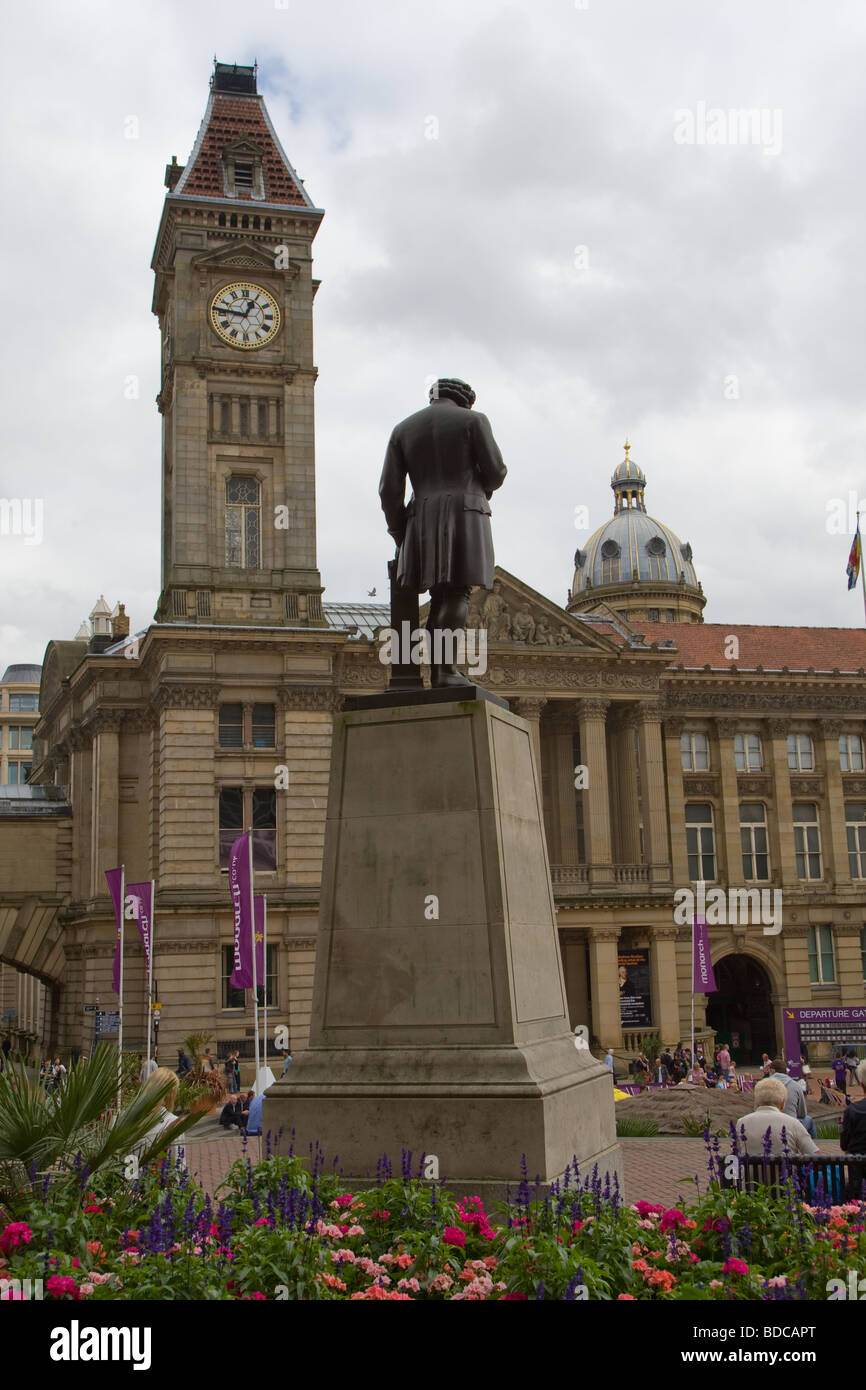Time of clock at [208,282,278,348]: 12:46
